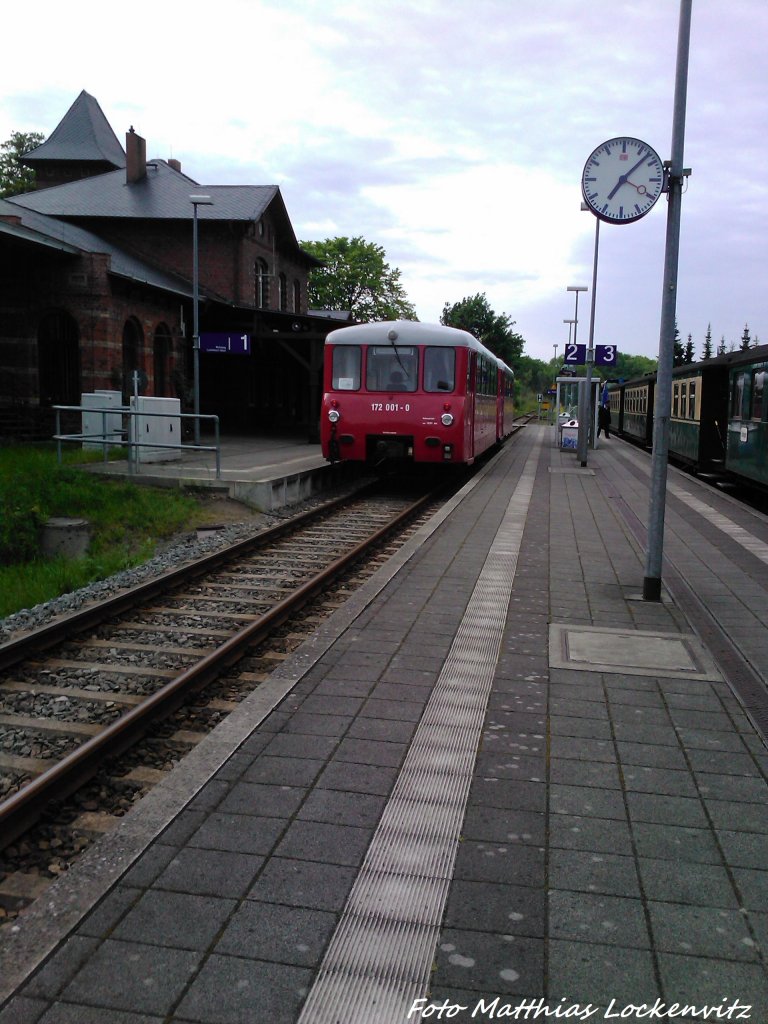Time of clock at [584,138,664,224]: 7:07
